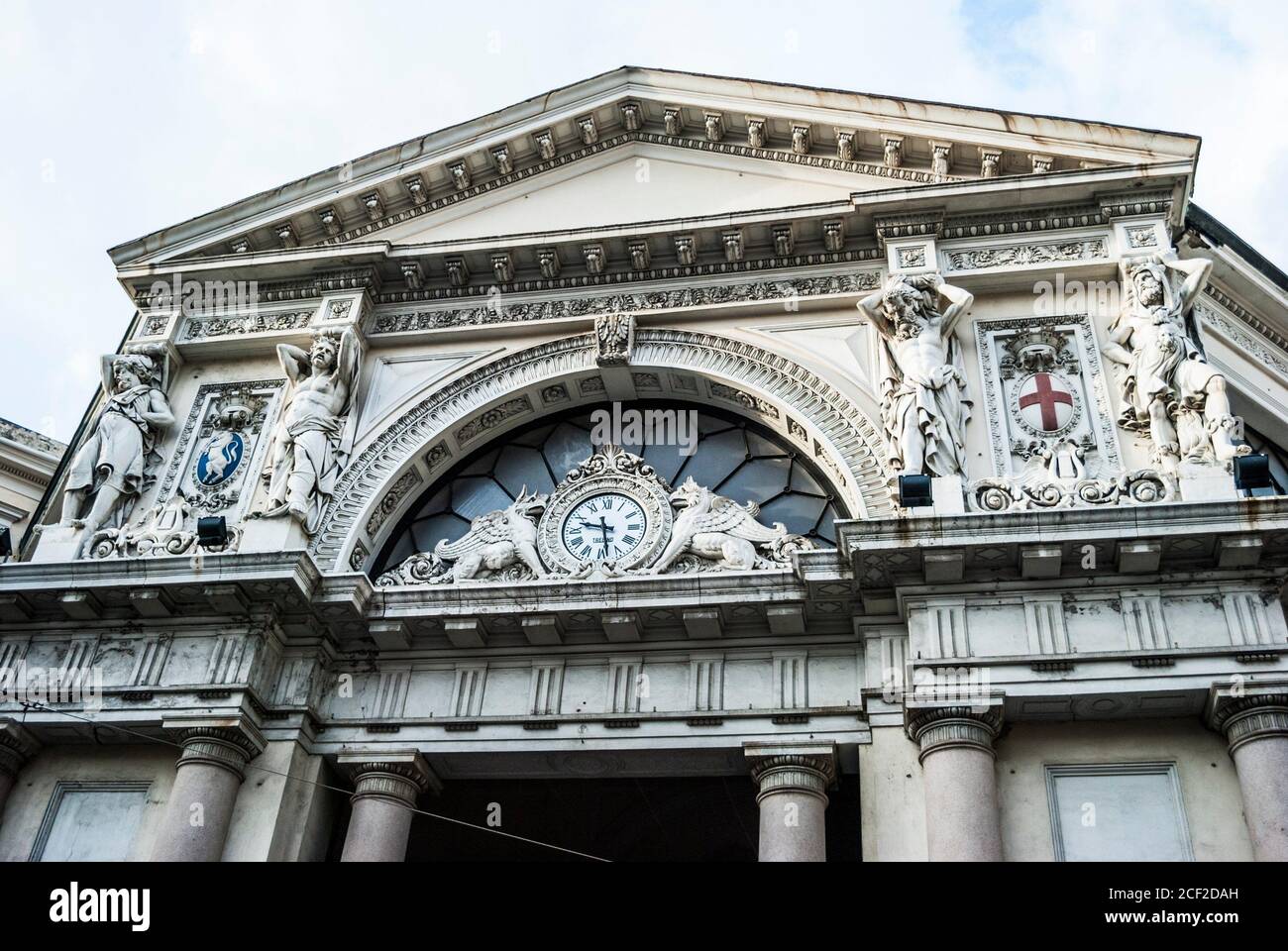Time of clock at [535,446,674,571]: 9:28
